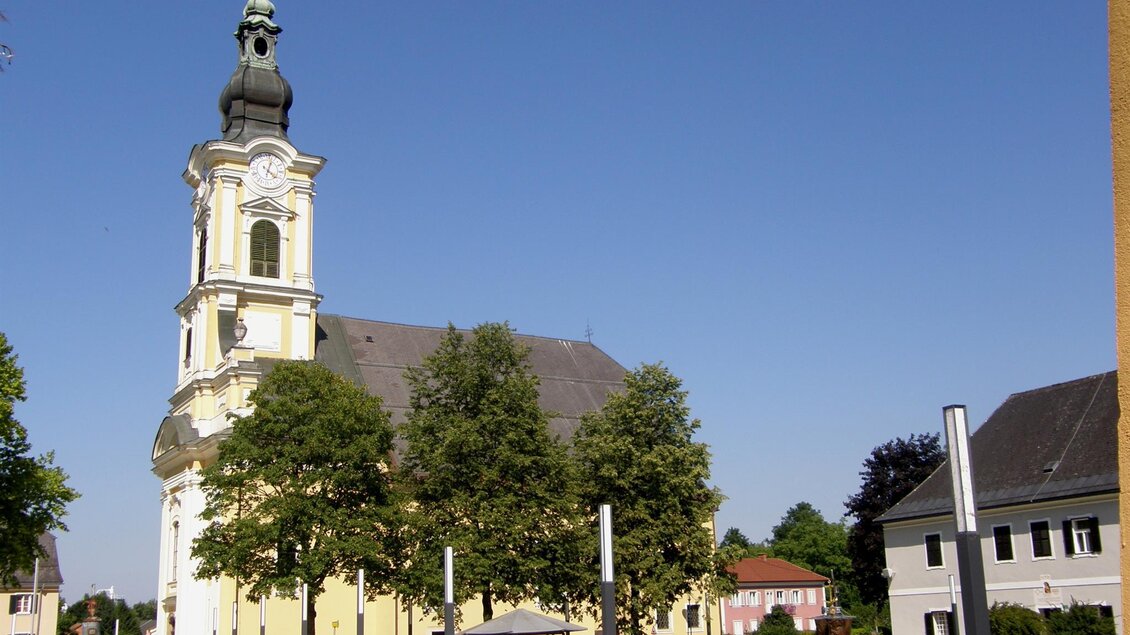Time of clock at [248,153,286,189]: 4:02
